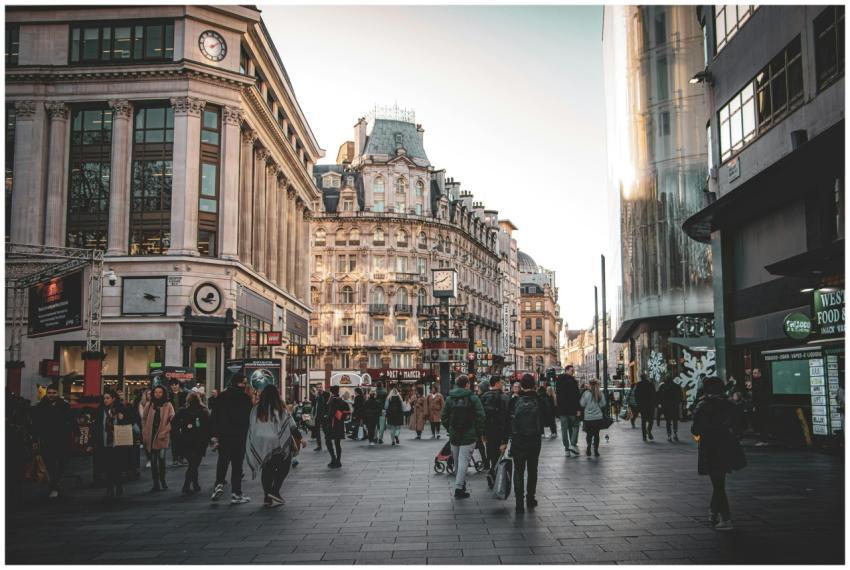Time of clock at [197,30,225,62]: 8:08
